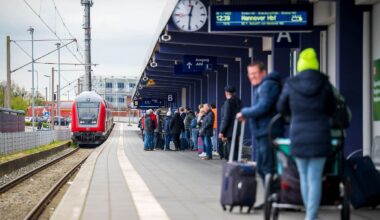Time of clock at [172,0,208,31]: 12:30
